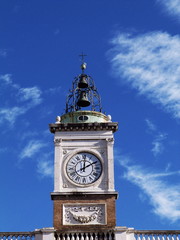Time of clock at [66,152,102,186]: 2:00
